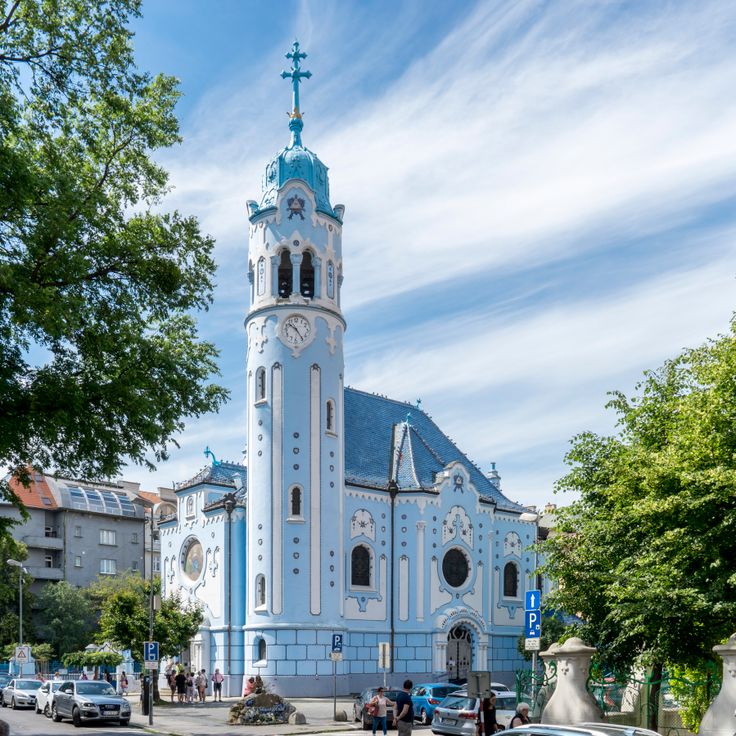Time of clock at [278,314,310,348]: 10:24
